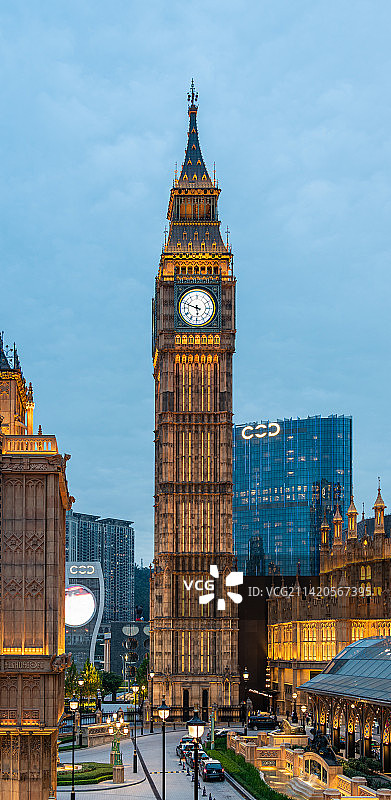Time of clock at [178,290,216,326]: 5:48
